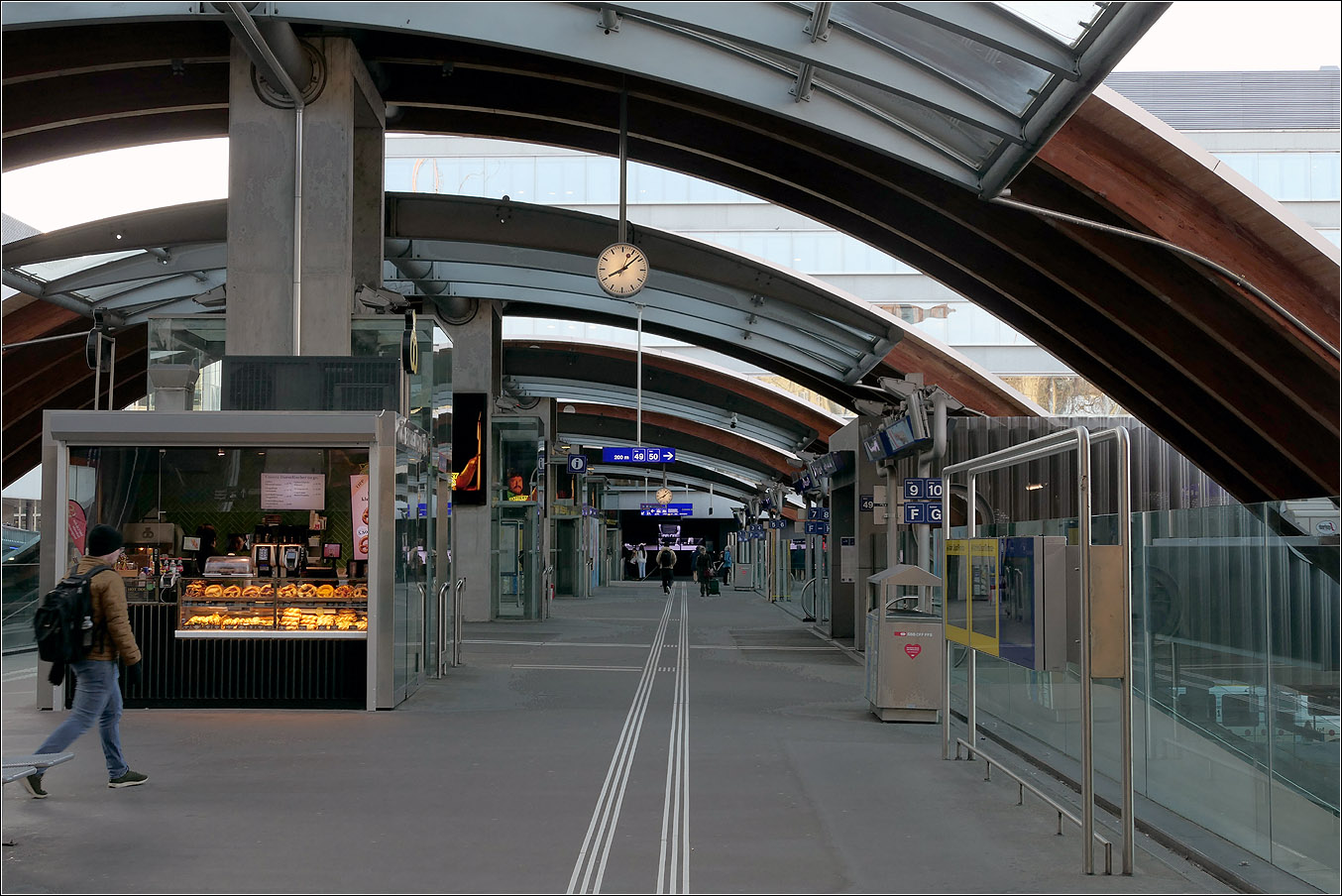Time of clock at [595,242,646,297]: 8:08
